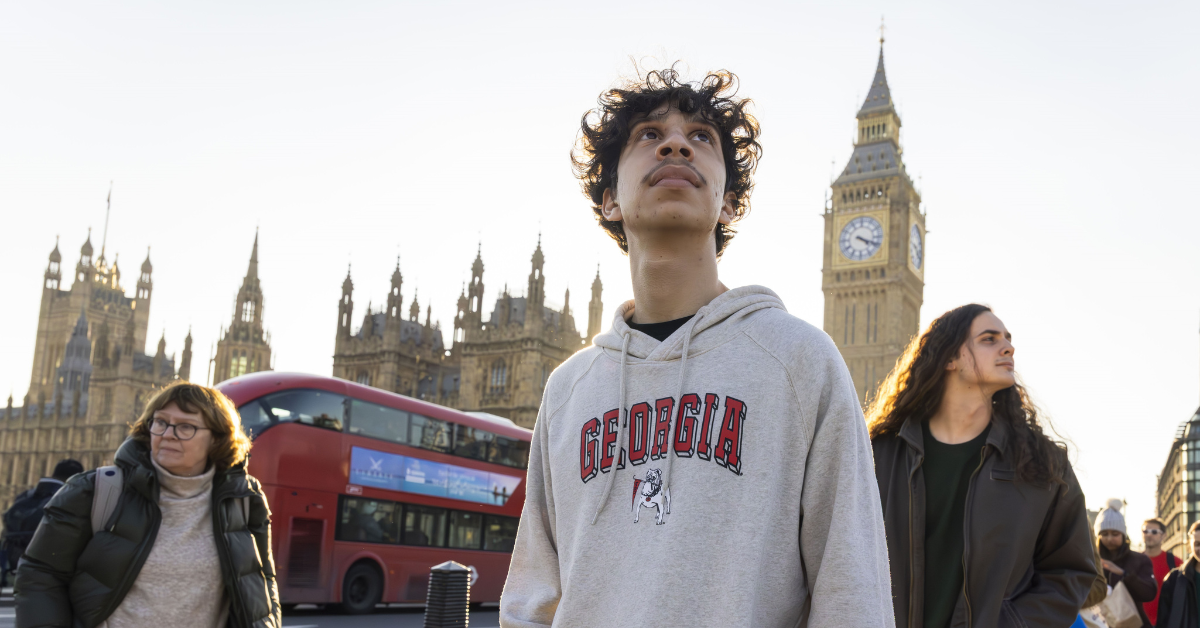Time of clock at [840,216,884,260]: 4:18
